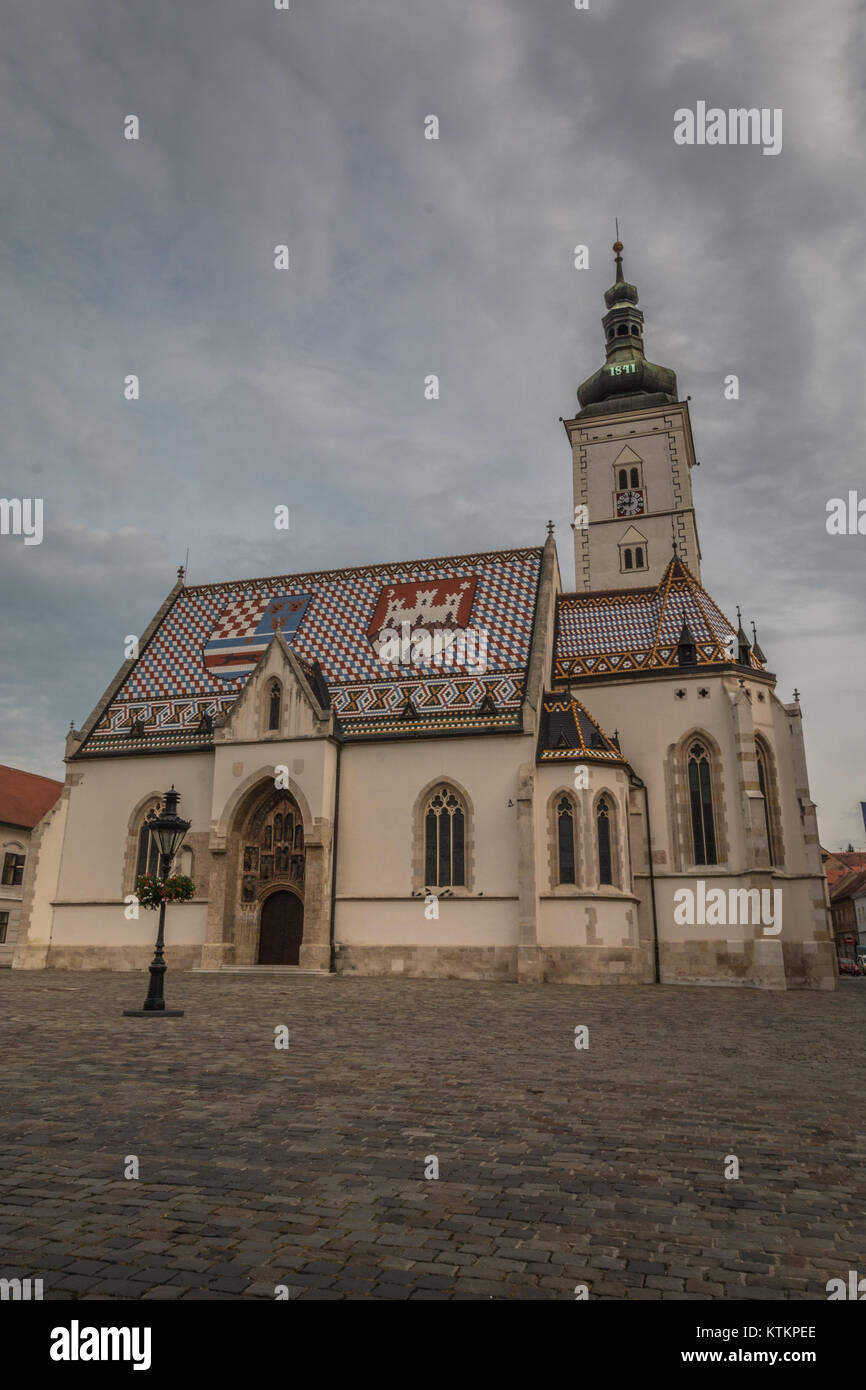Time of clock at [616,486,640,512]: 9:01
